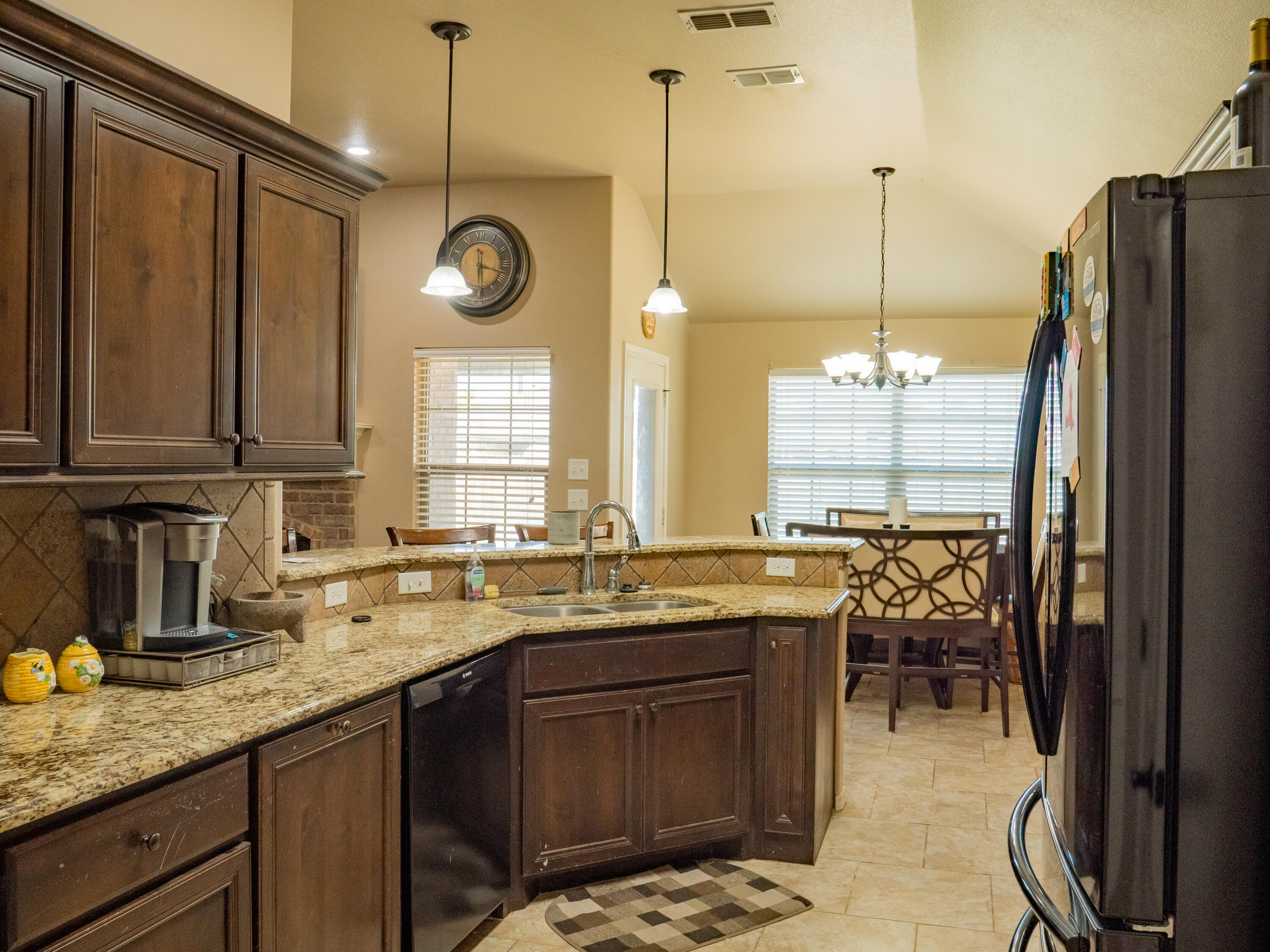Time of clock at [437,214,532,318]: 3:29
